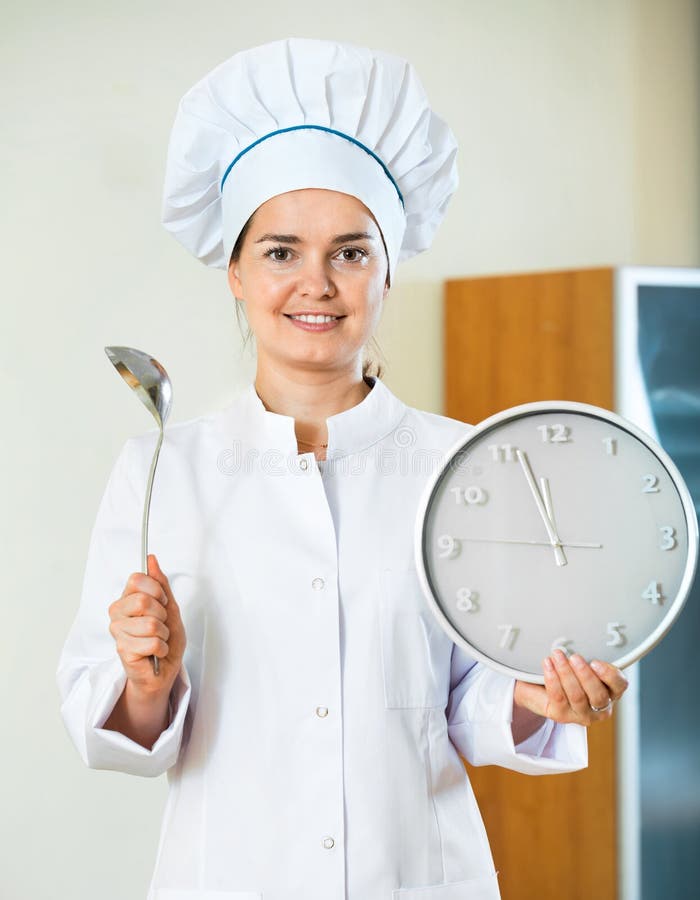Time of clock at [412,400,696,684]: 11:56
